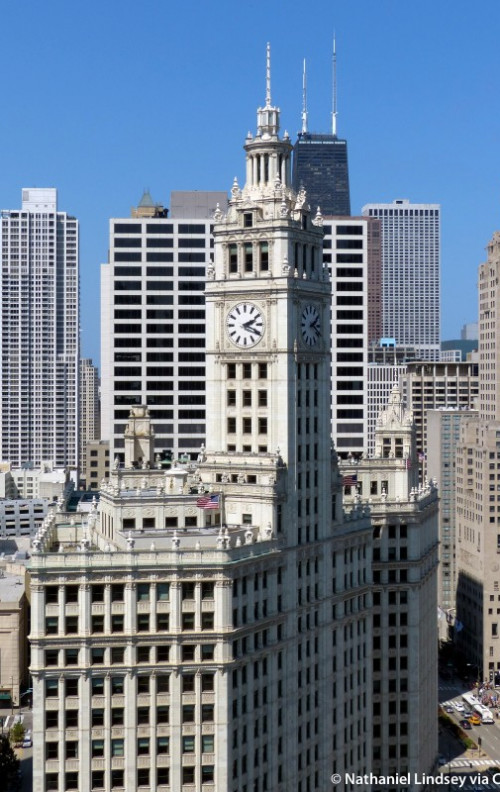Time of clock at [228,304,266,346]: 2:18
